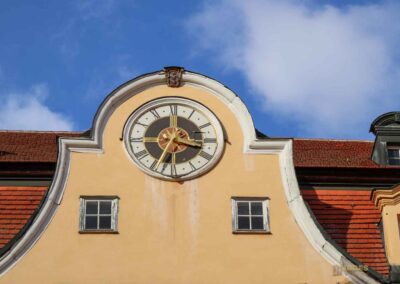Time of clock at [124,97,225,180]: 3:34
